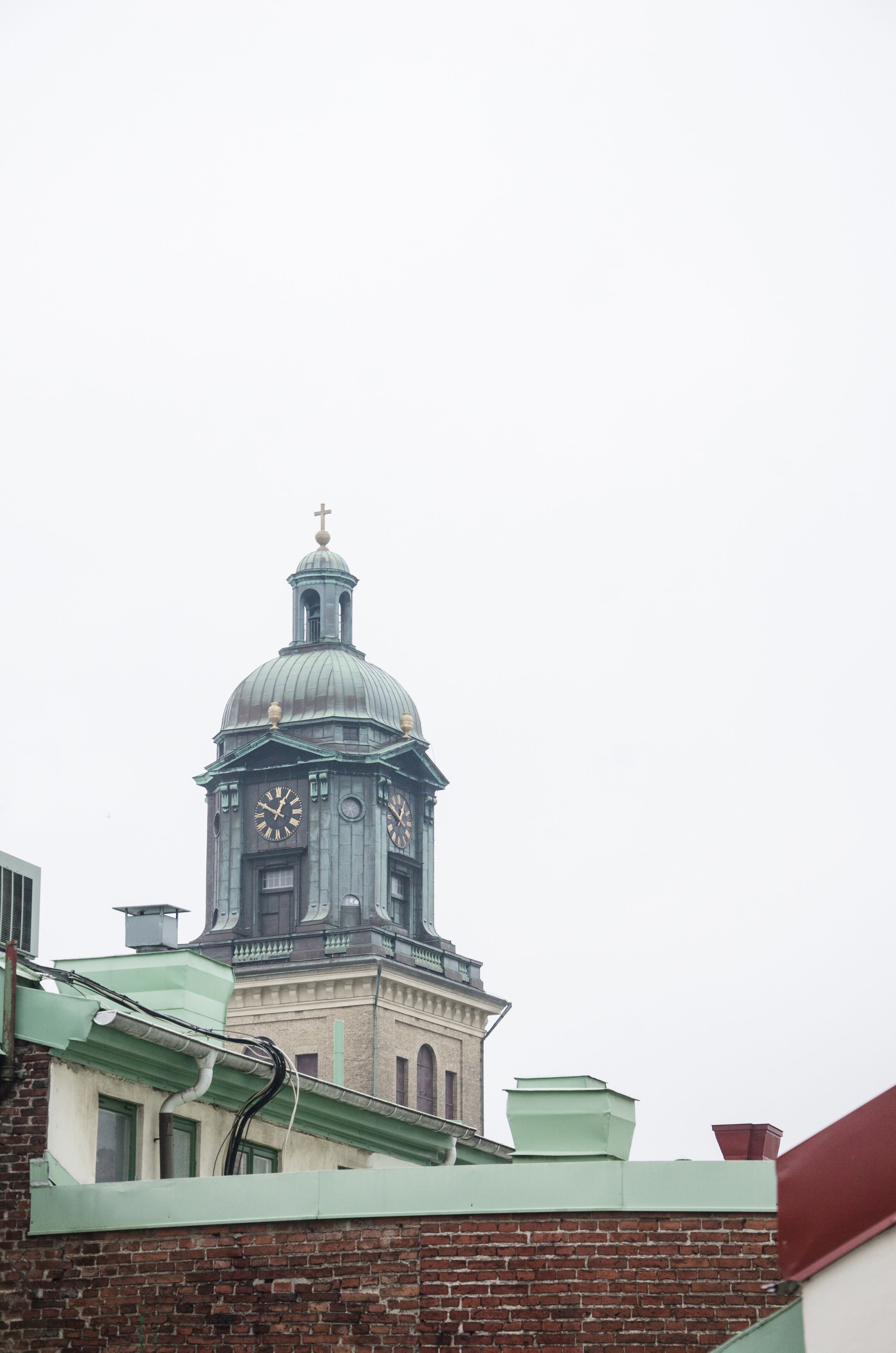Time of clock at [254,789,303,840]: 12:50
